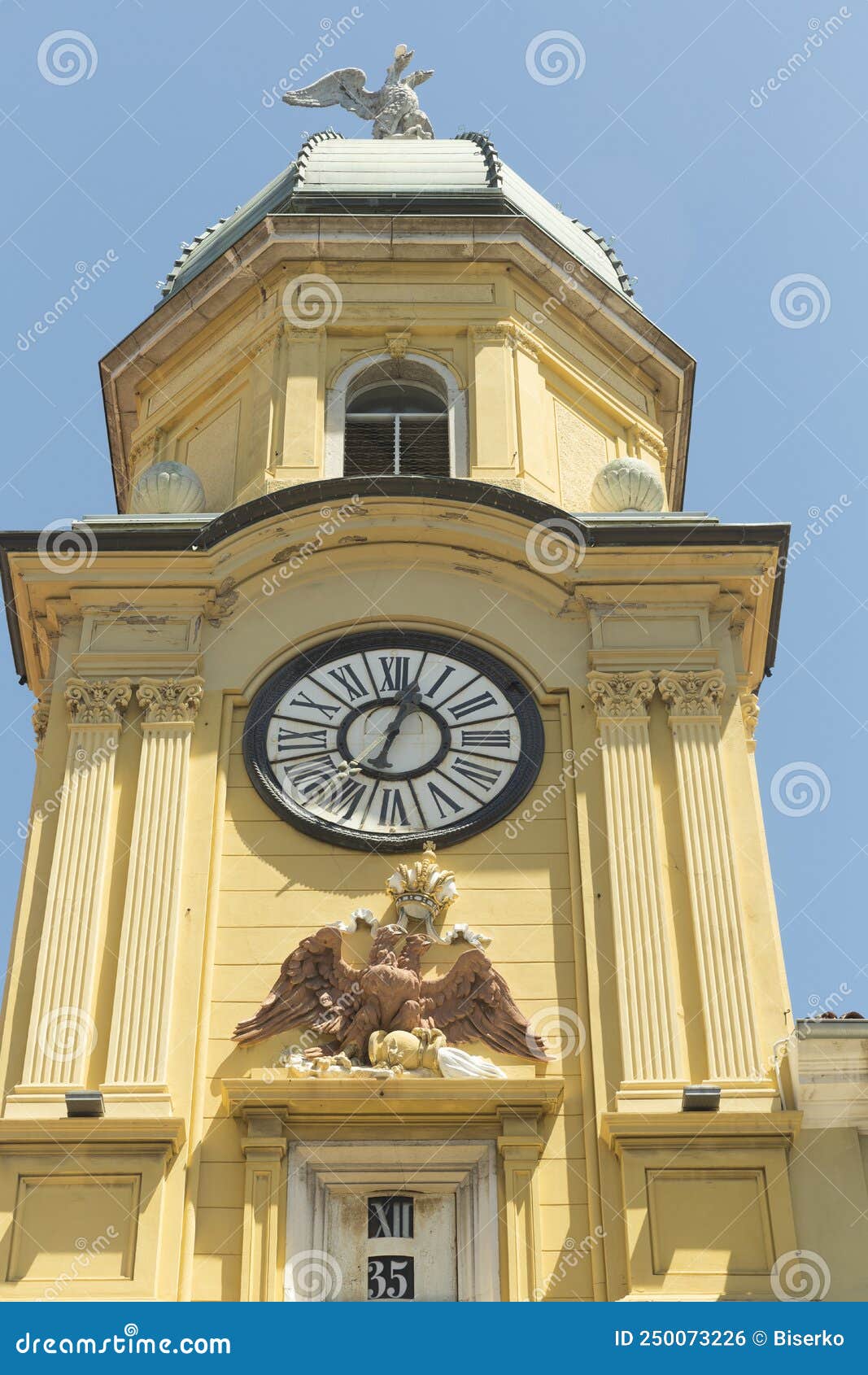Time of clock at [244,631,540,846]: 12:33
